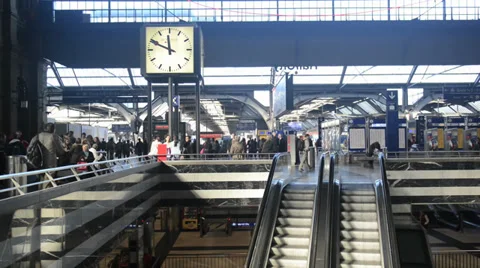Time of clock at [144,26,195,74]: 11:49
